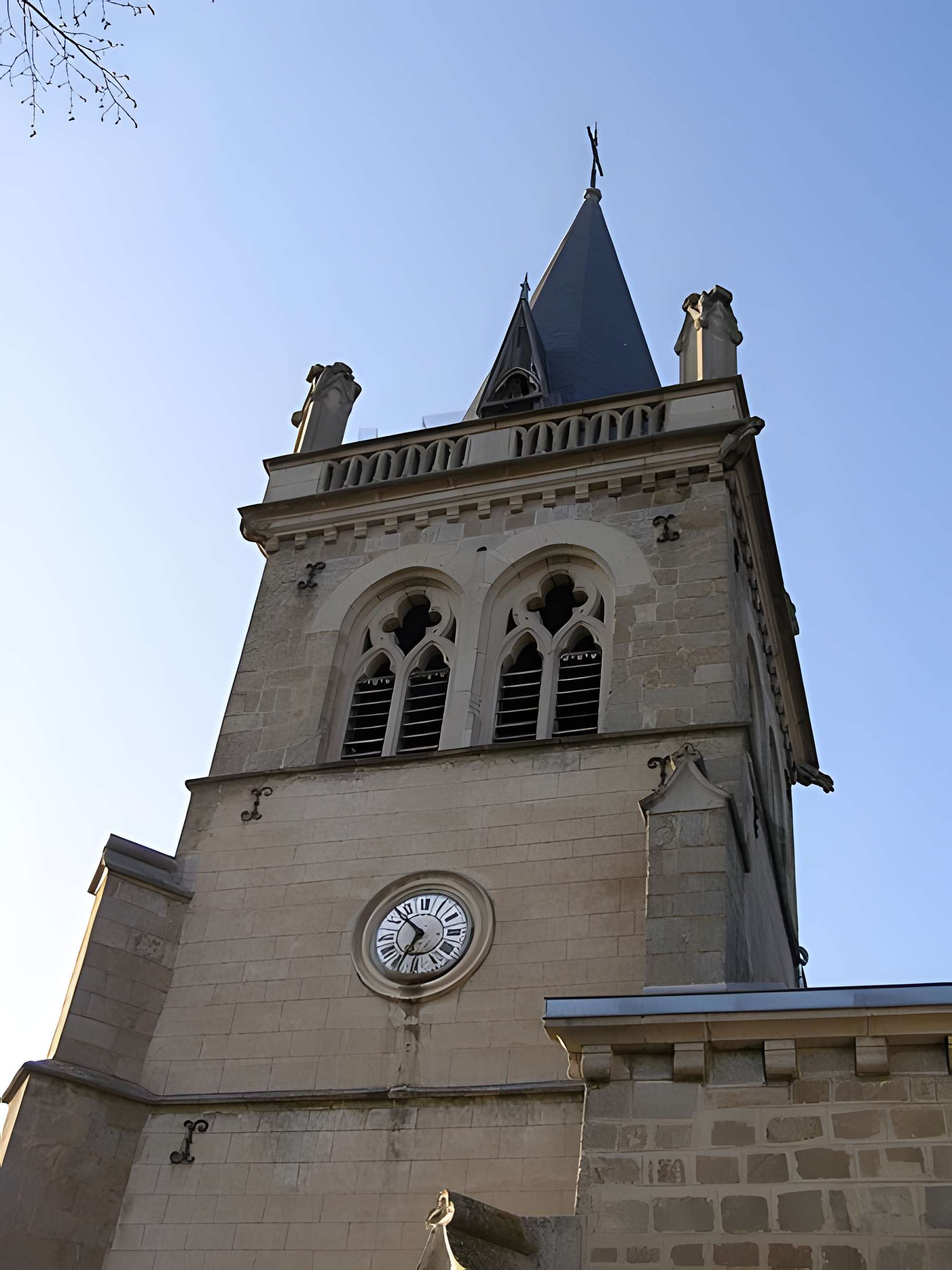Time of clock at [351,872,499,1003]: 6:52
